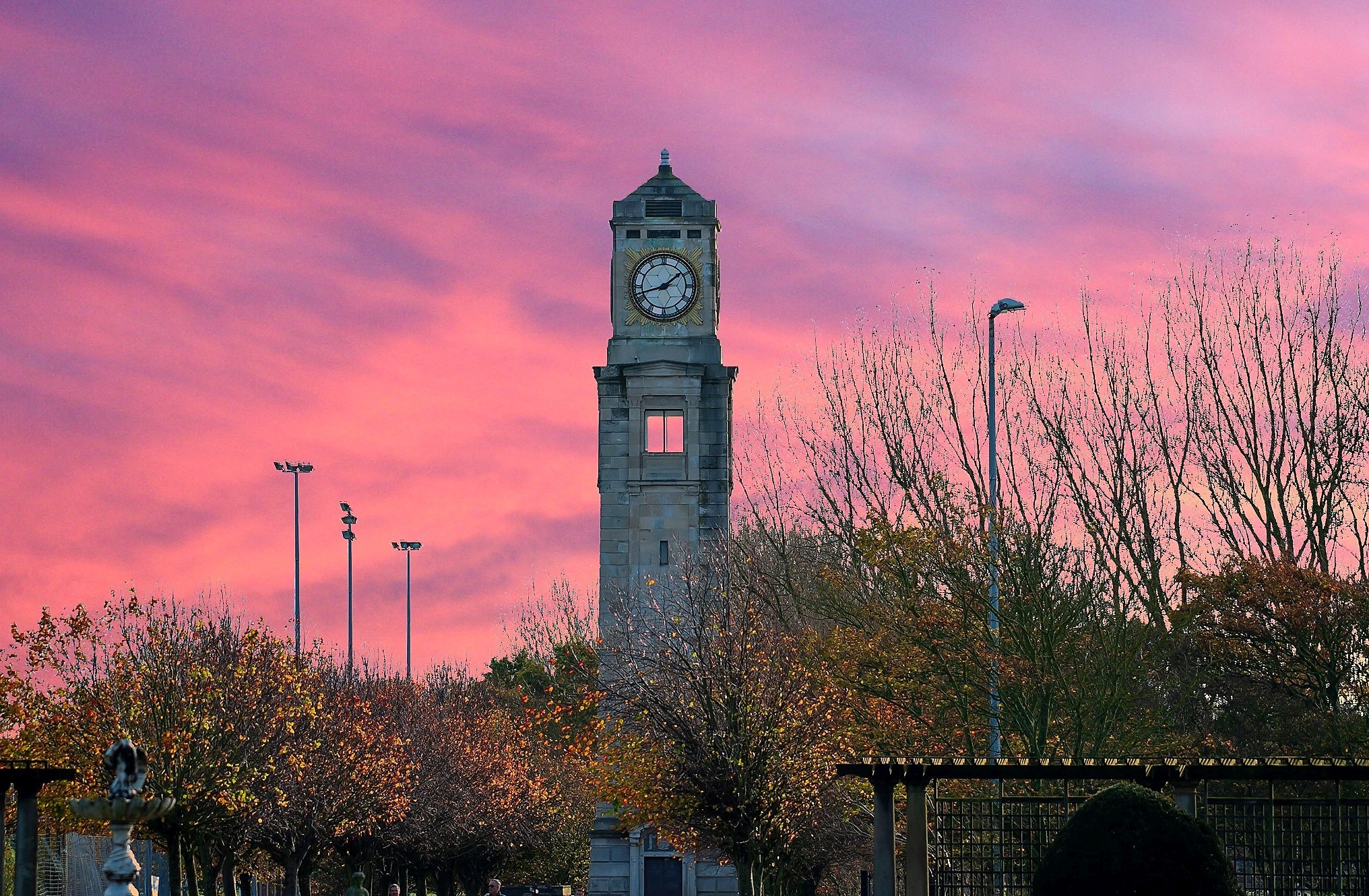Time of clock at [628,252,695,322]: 1:42
